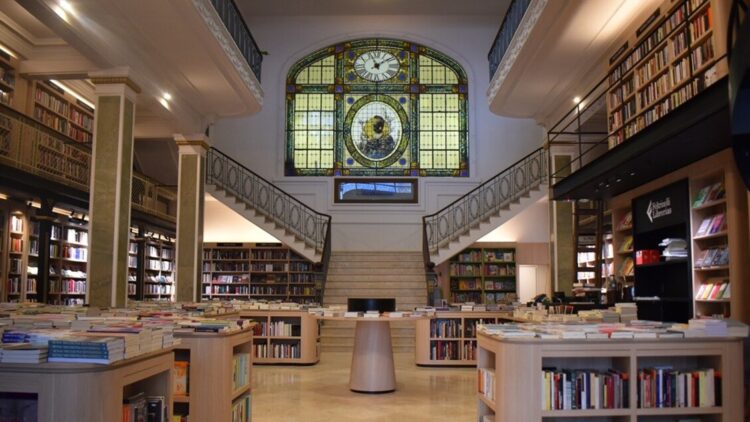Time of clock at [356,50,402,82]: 11:08
